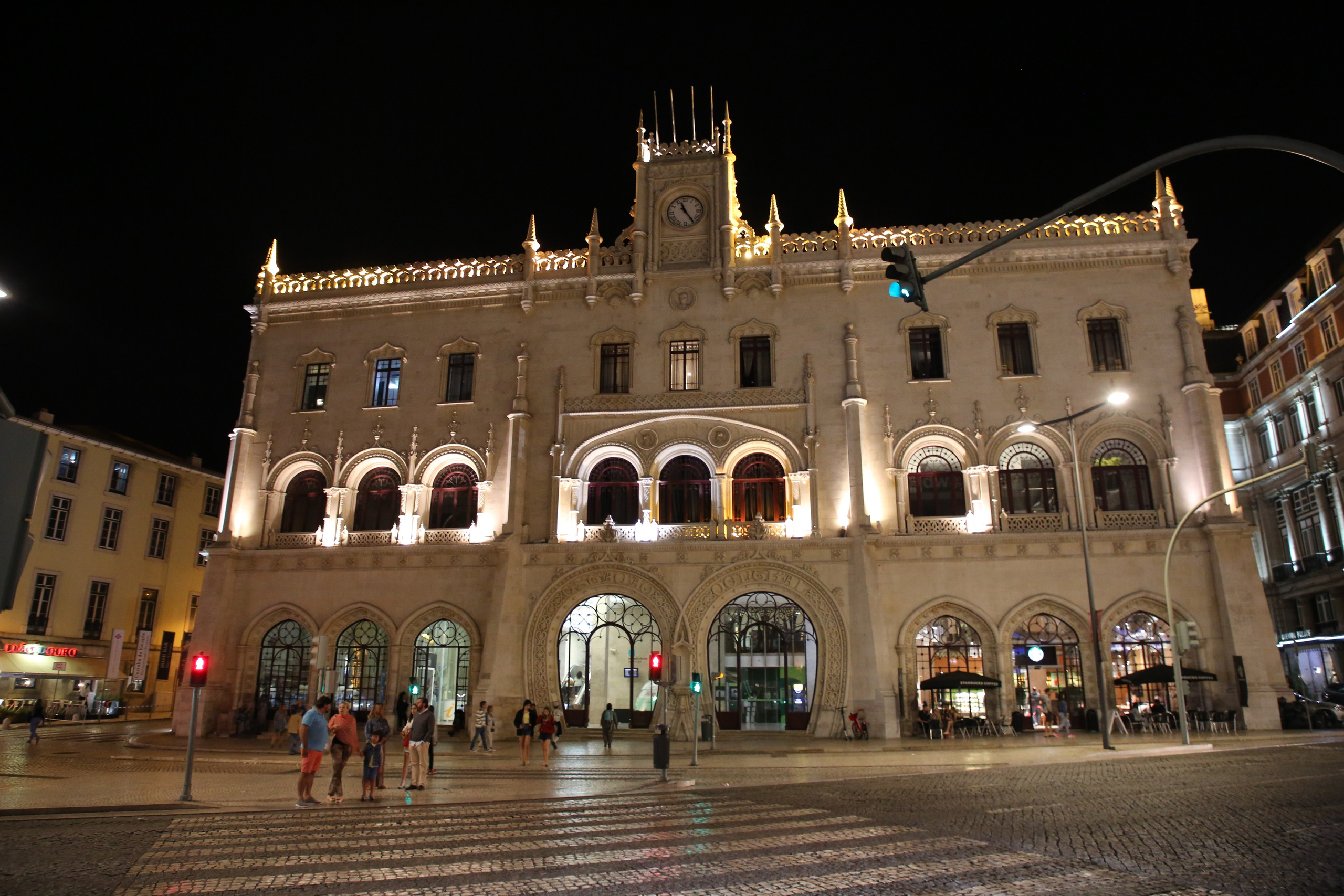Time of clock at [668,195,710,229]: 11:24
